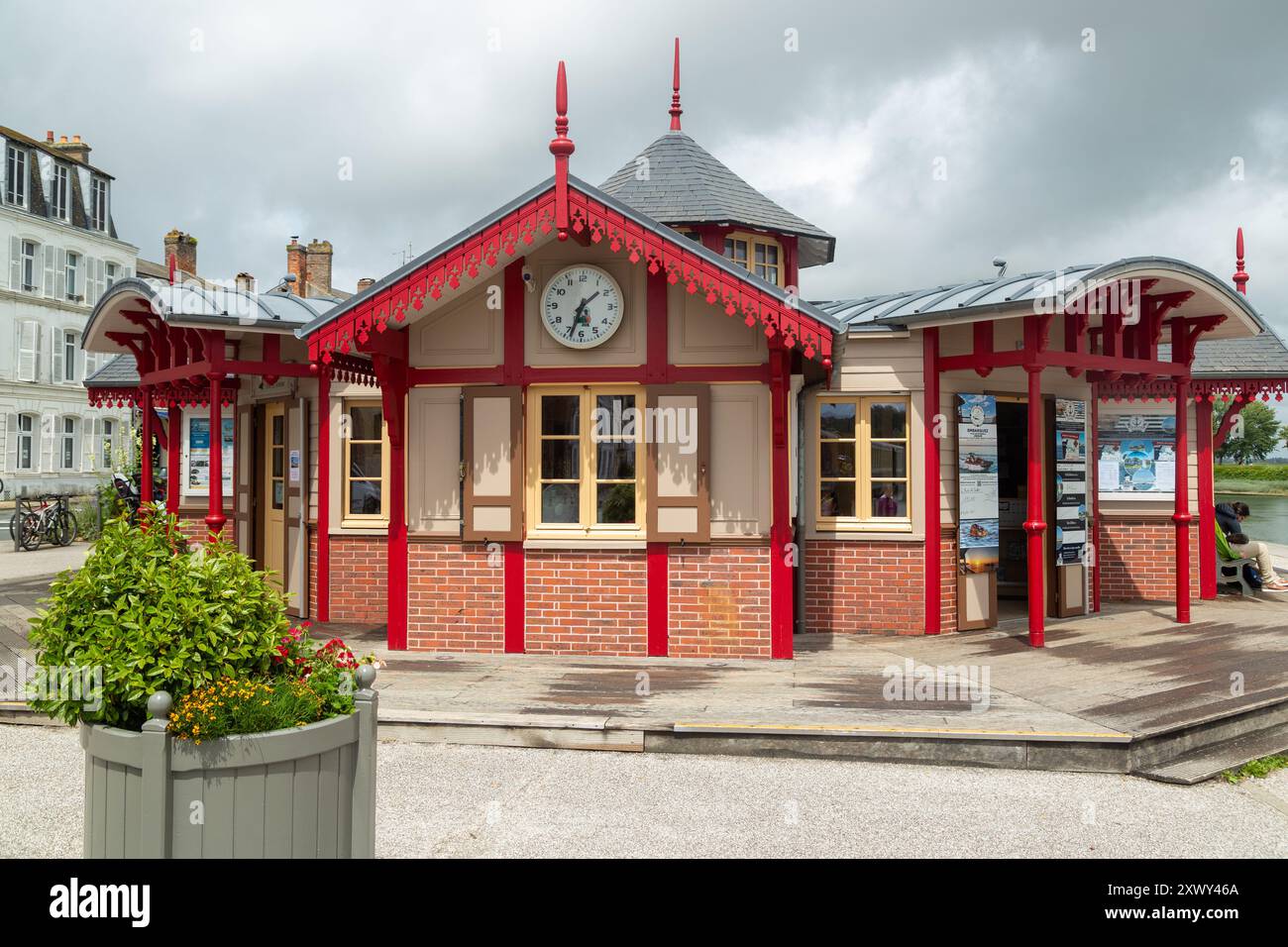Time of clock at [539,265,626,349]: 1:33
